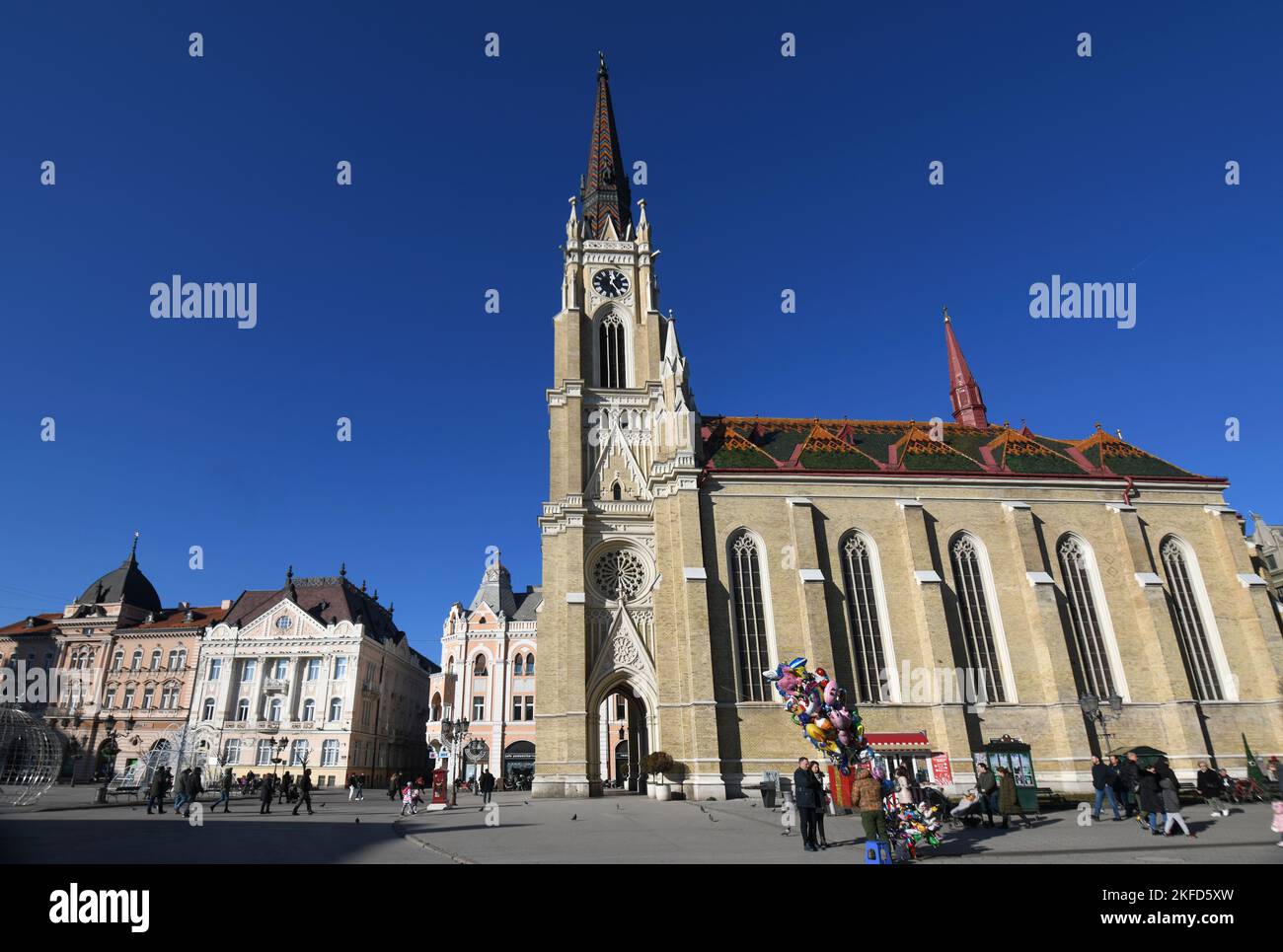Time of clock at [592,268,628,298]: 12:23
